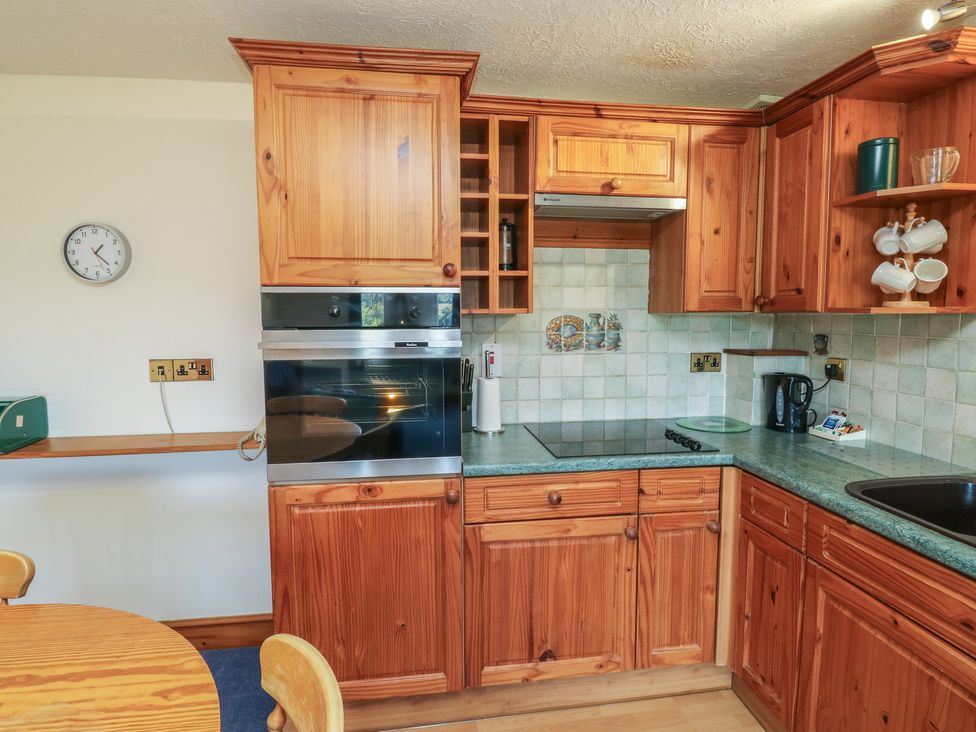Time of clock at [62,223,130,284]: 1:22
